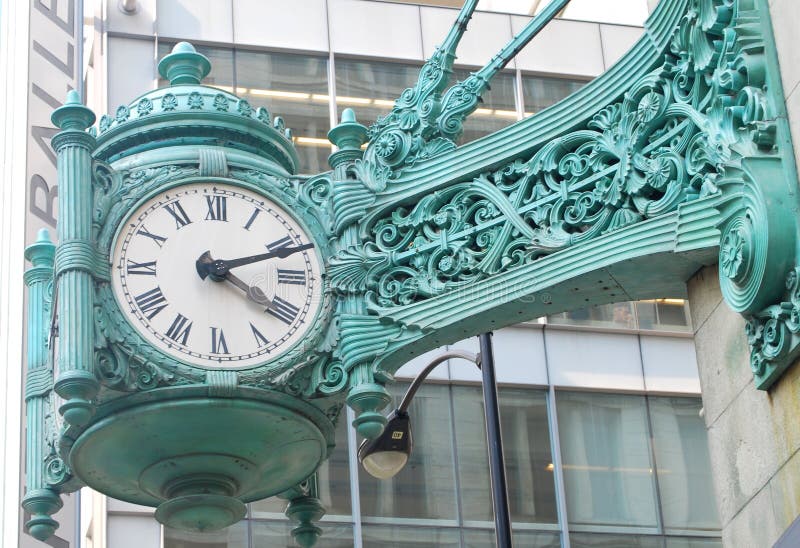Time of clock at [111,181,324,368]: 4:11
